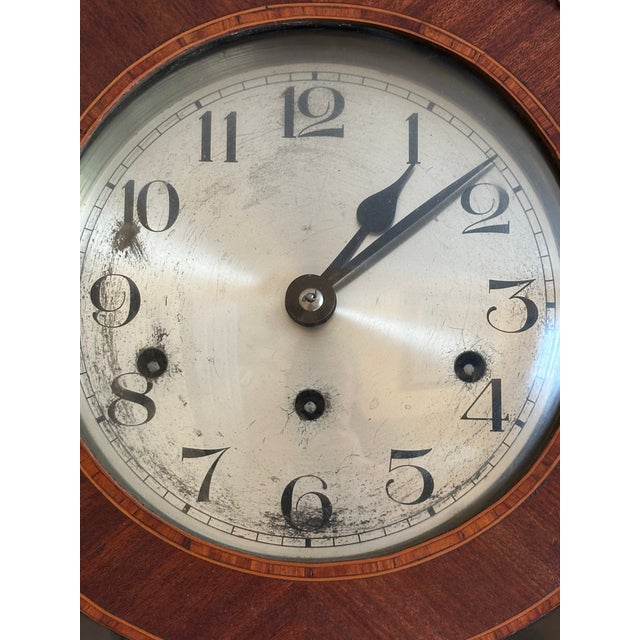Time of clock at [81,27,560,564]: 1:08
